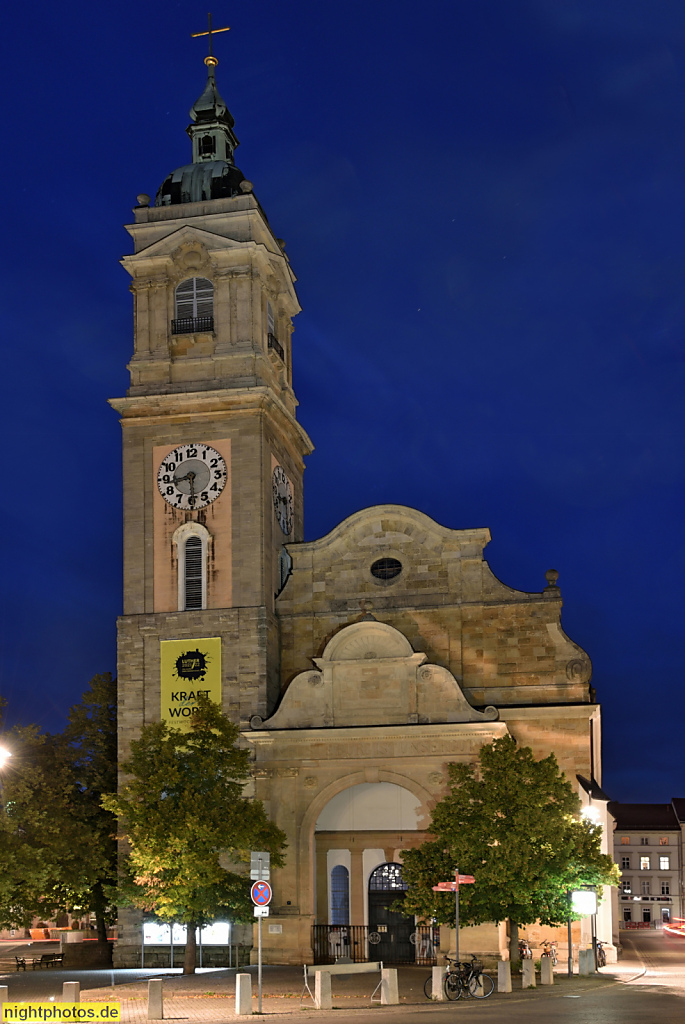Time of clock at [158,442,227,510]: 8:29
